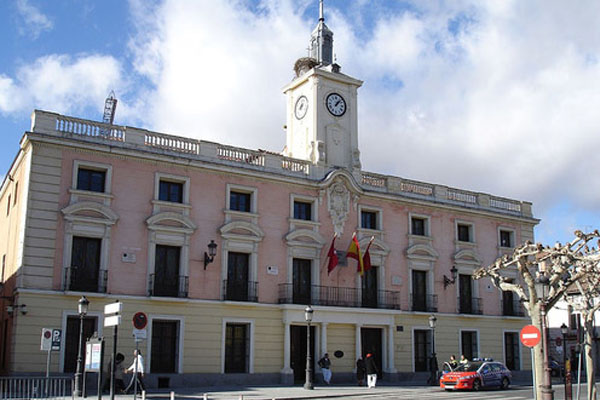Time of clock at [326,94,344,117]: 1:07
